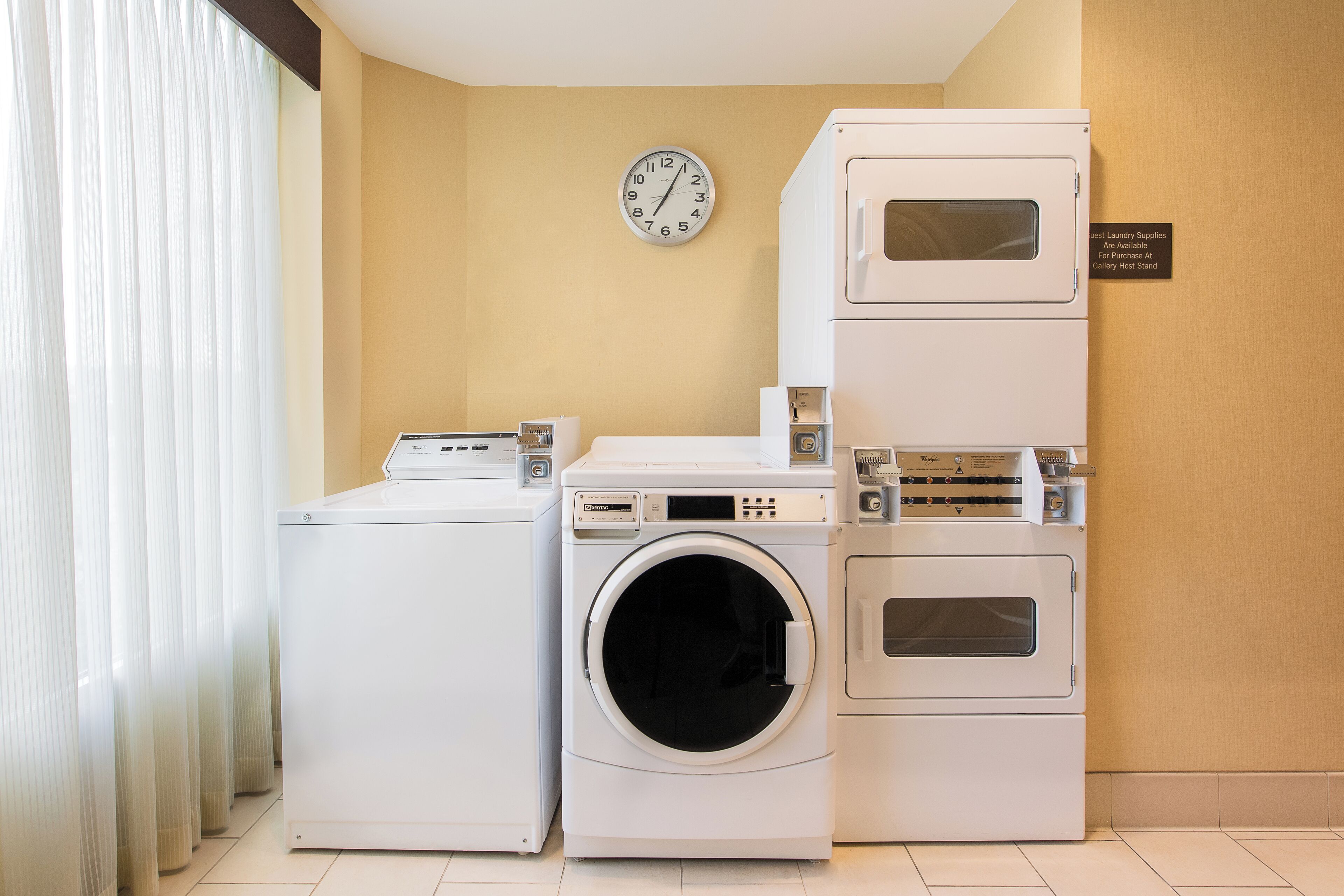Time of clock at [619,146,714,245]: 7:04
